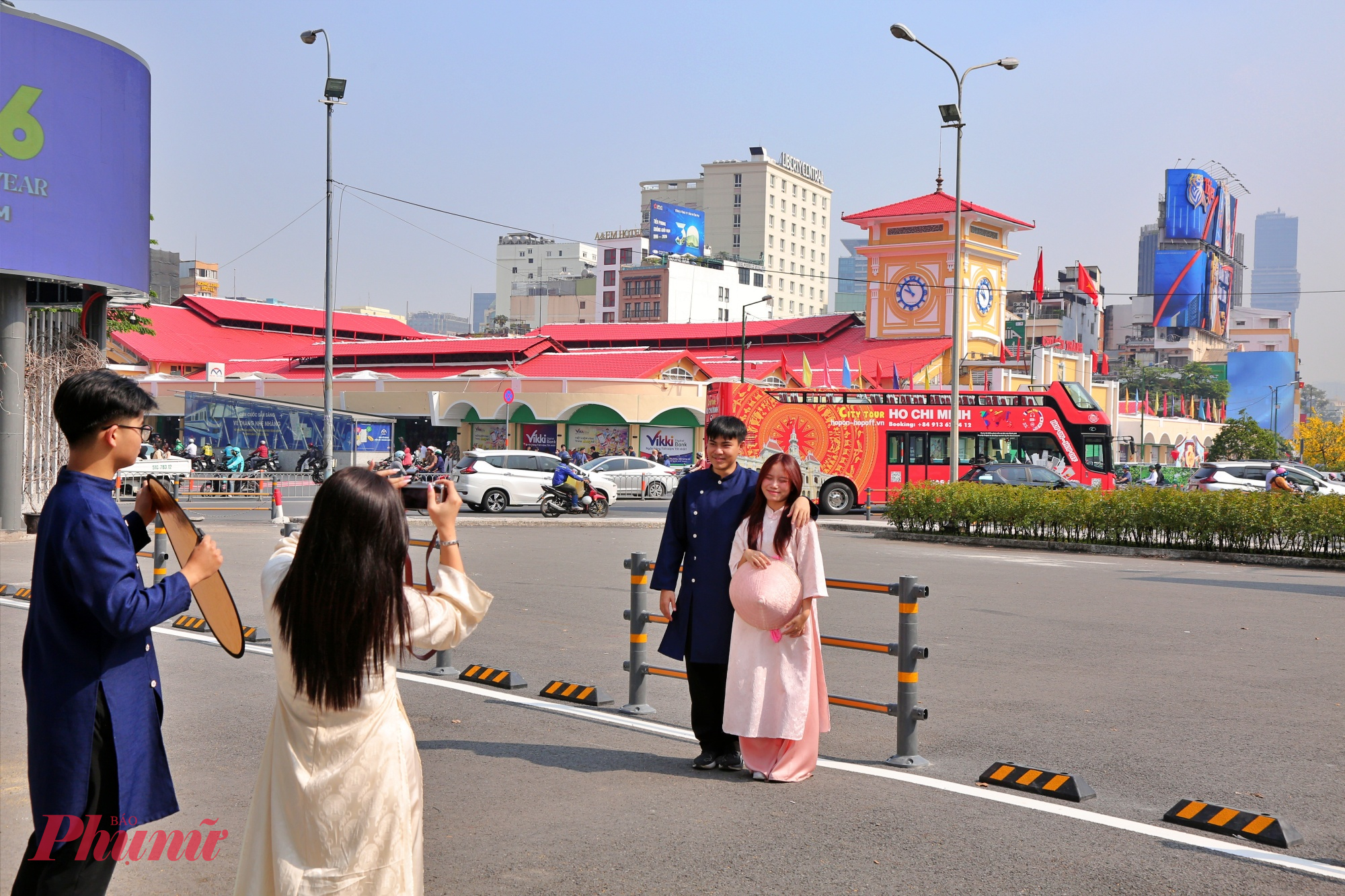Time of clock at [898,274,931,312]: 9:55
